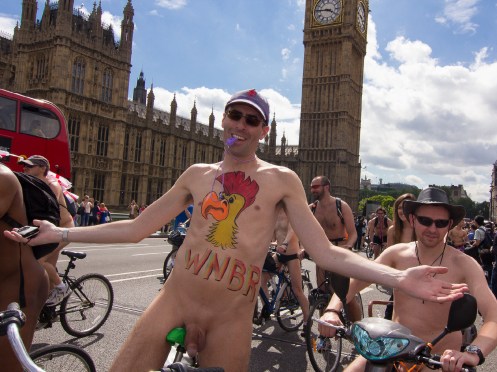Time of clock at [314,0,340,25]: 3:45
